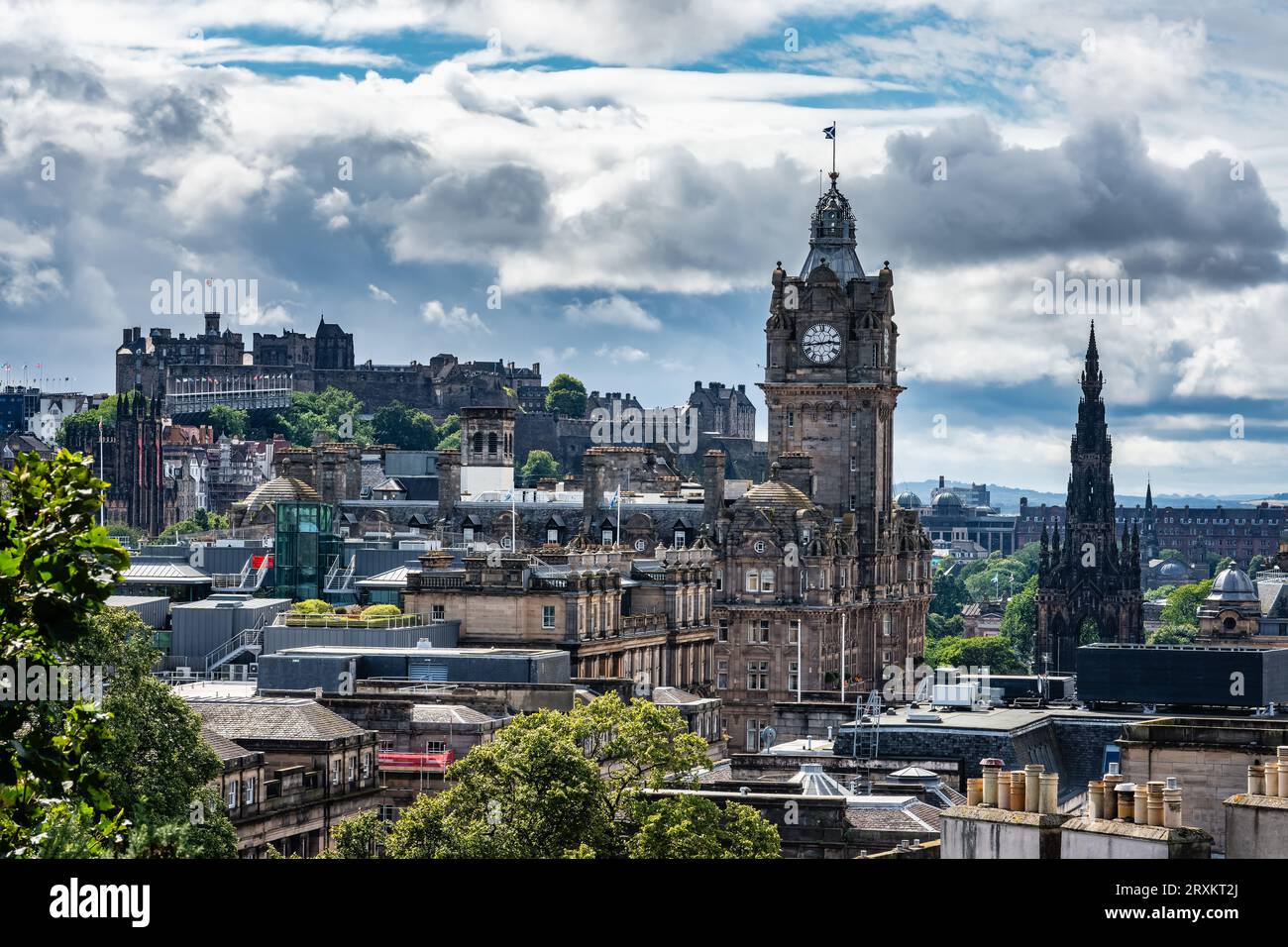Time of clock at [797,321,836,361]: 2:43
